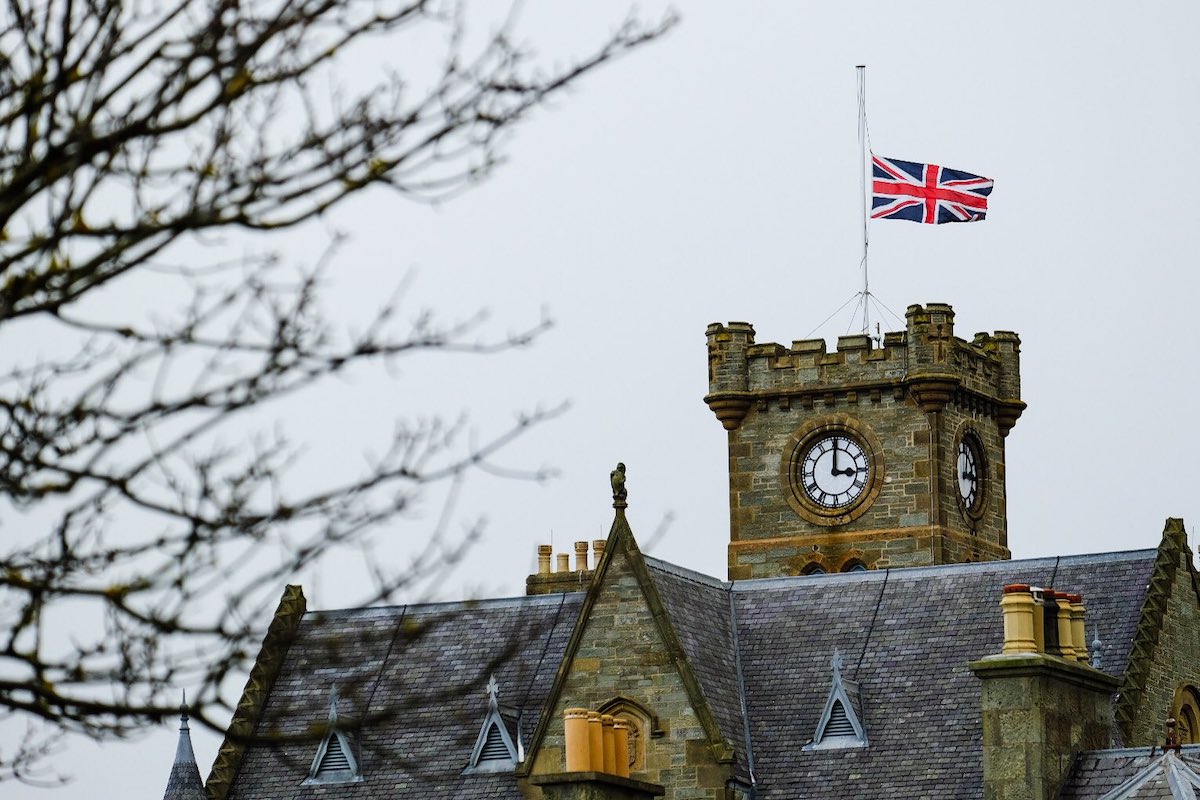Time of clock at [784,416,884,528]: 3:00
